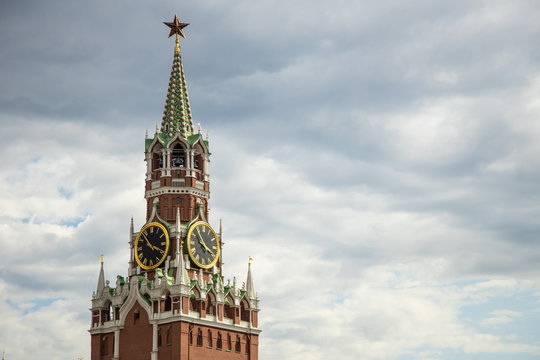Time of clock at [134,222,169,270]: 3:52
